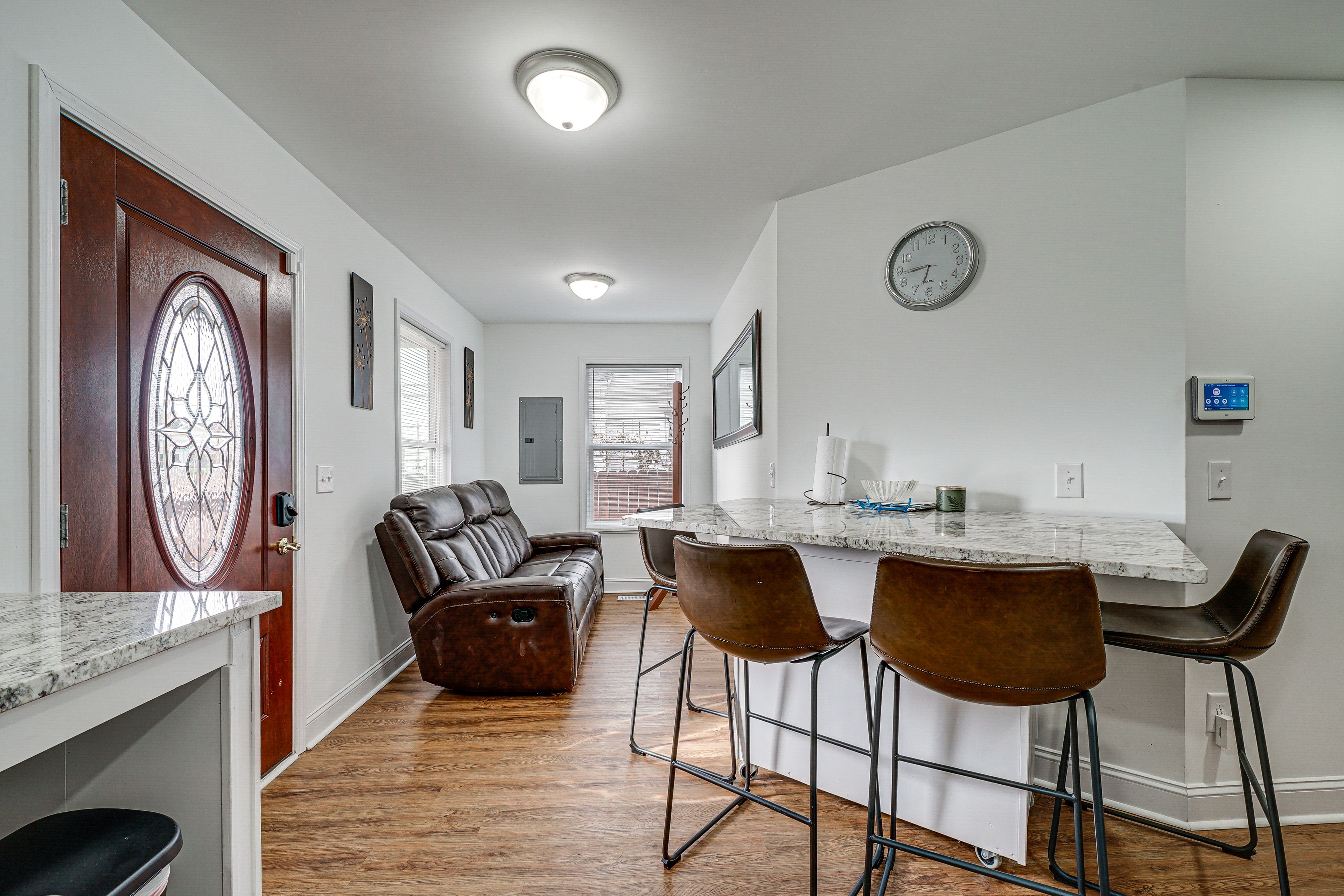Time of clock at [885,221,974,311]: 6:43
